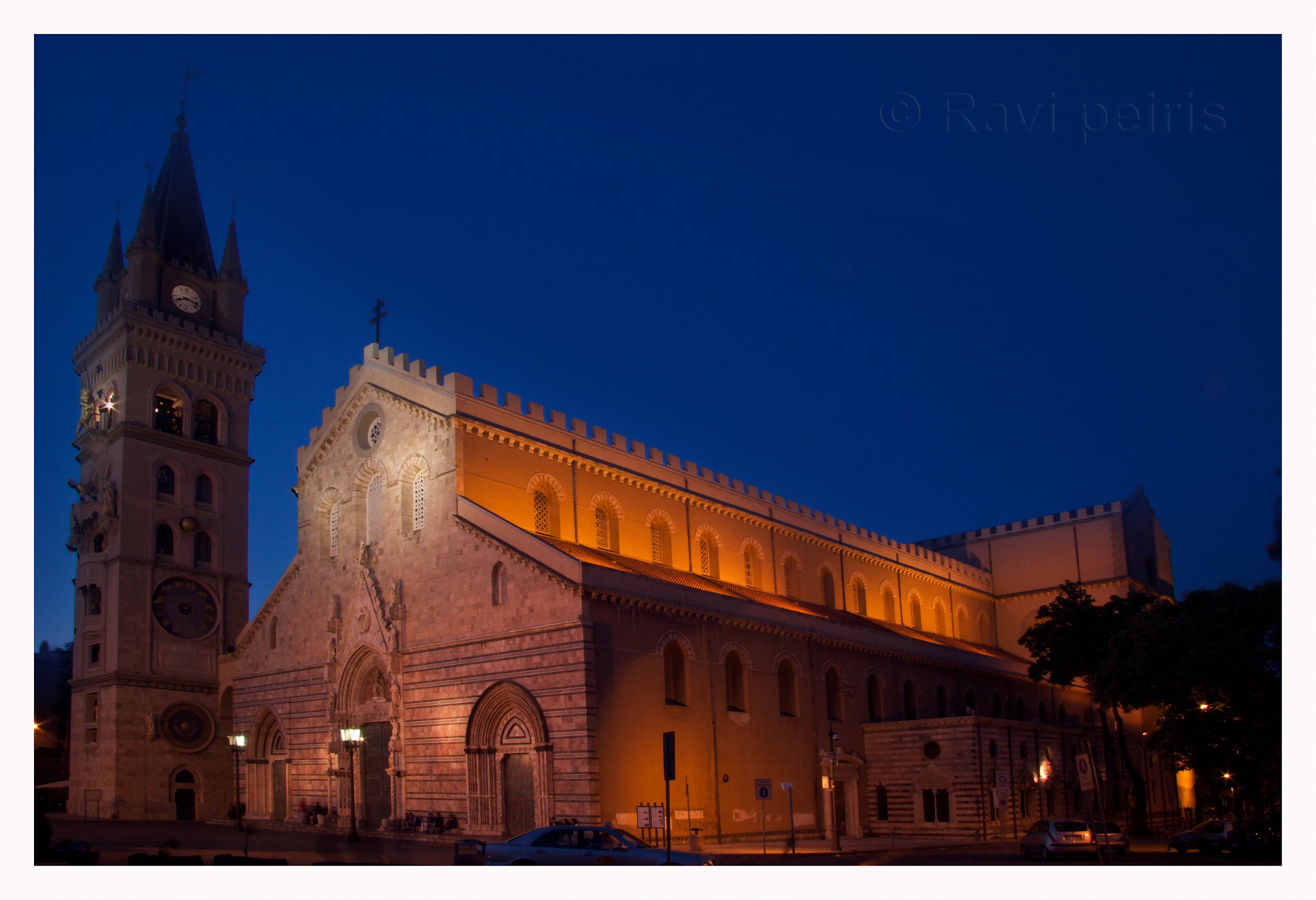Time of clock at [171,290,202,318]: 8:17
